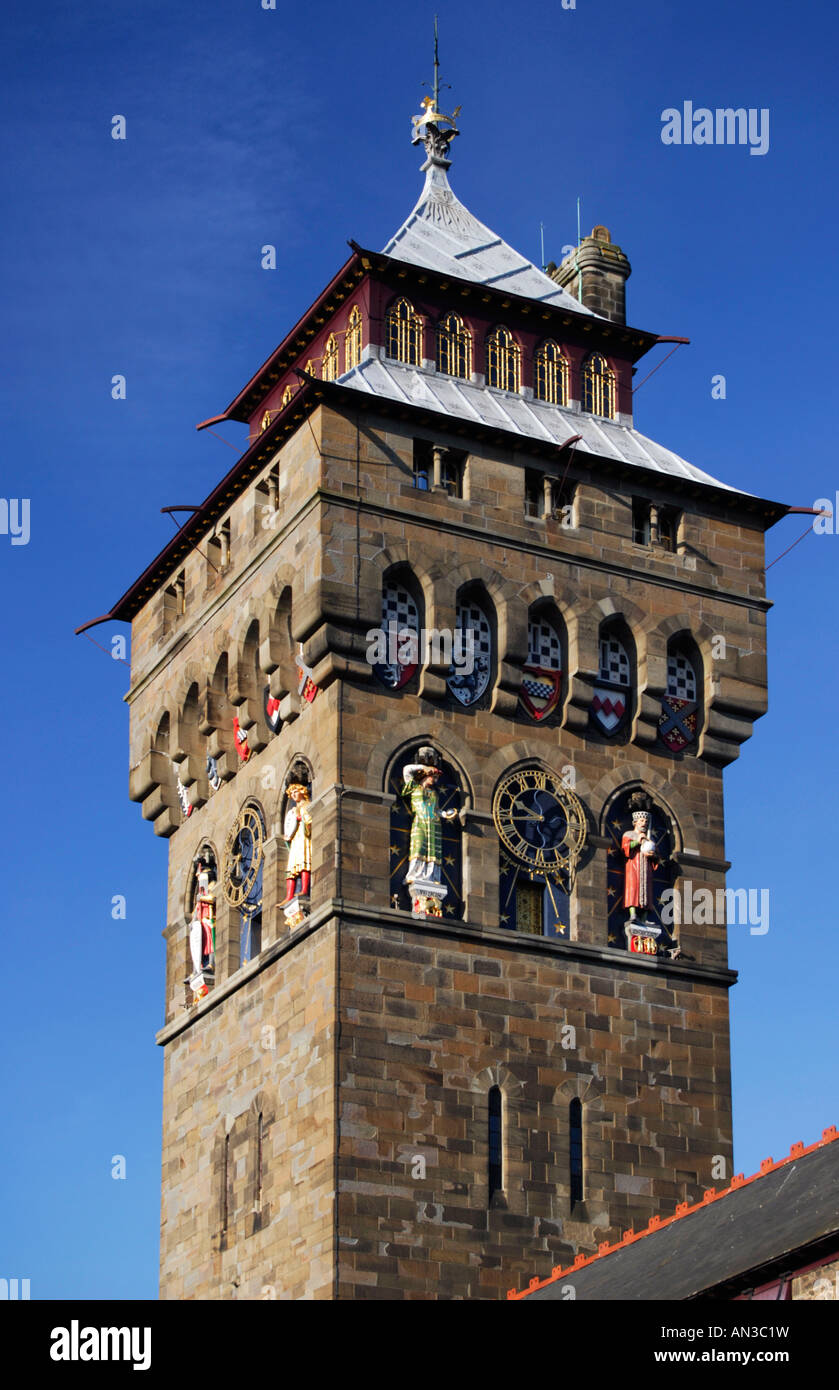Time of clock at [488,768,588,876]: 9:43
